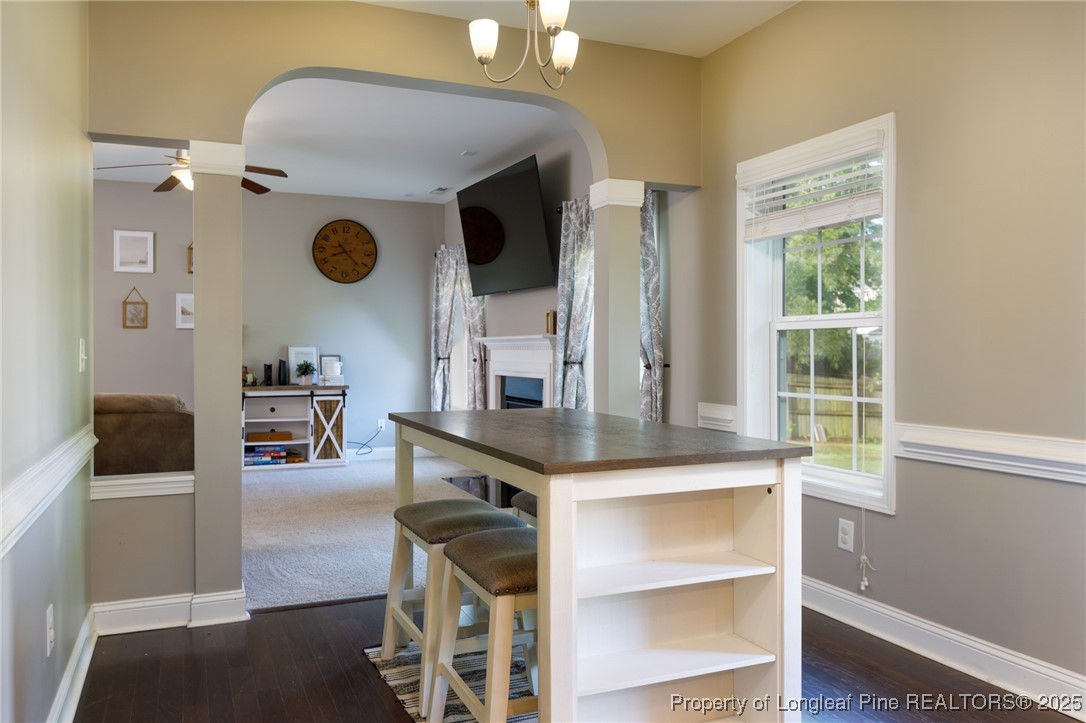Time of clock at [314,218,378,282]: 8:22
